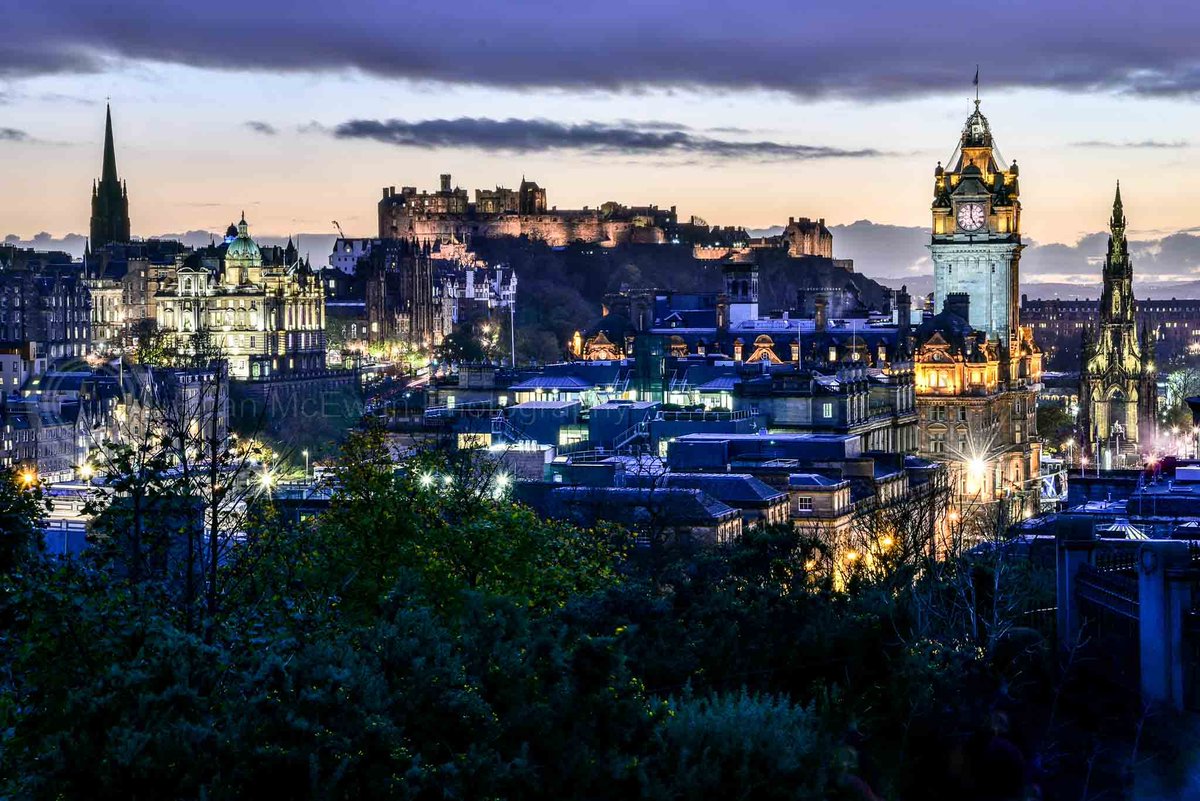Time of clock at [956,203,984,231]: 5:00
